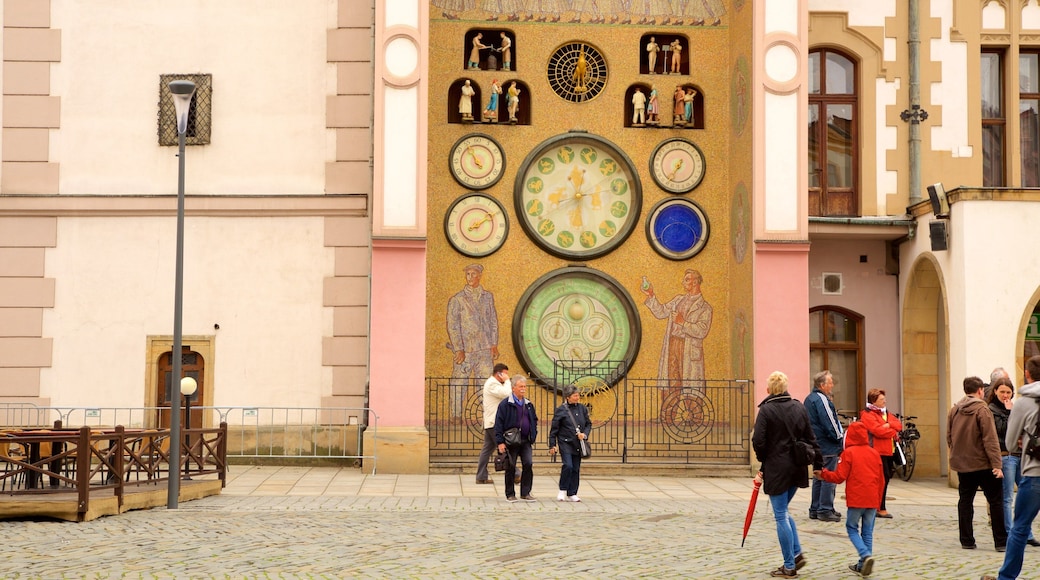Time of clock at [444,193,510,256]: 8:09
